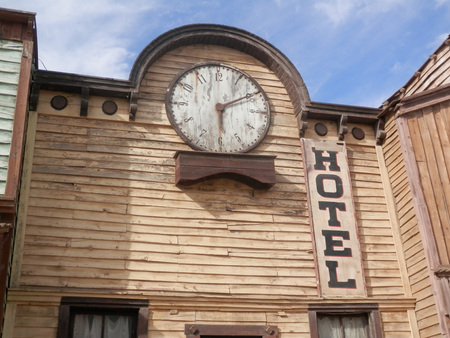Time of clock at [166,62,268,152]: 6:10
